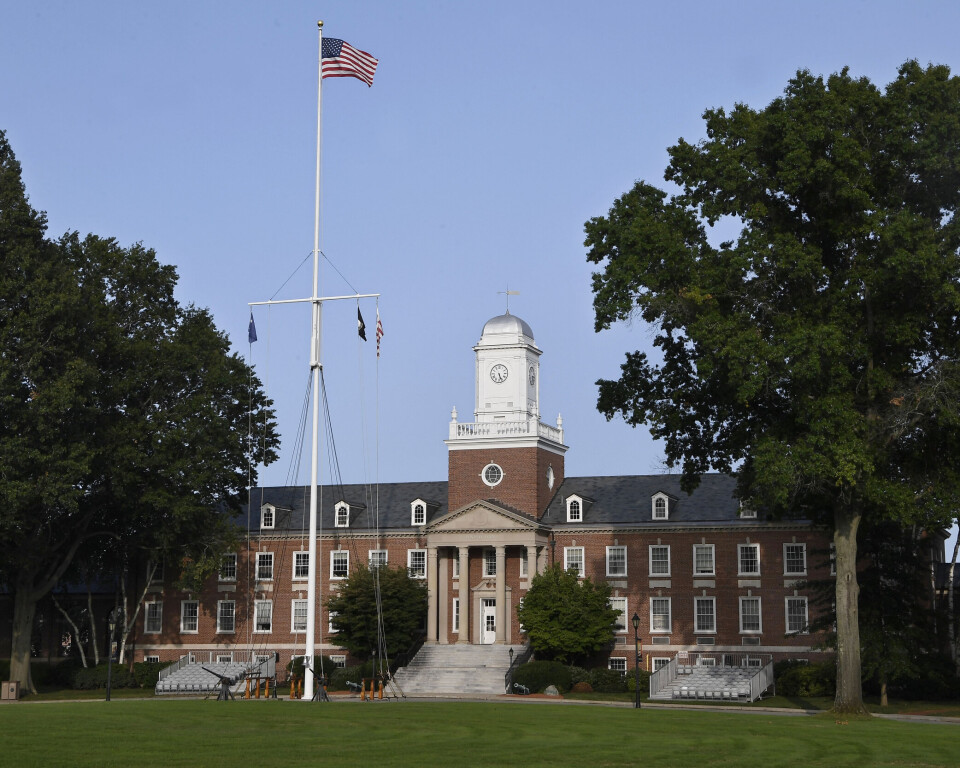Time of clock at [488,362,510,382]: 5:26
